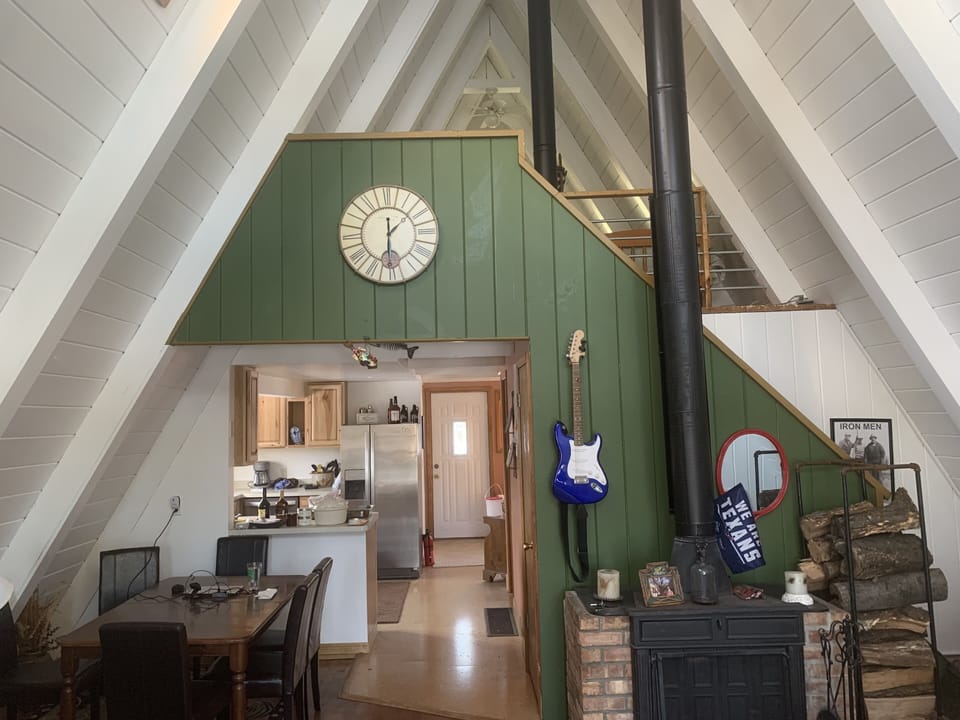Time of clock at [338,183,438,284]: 1:30
